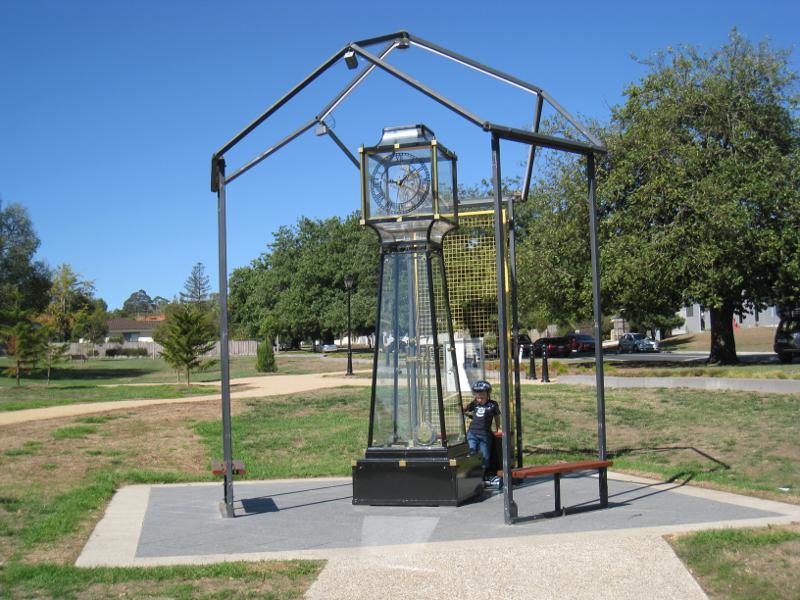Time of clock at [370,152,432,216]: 1:46
